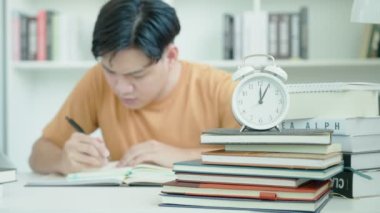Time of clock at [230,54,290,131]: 12:04
